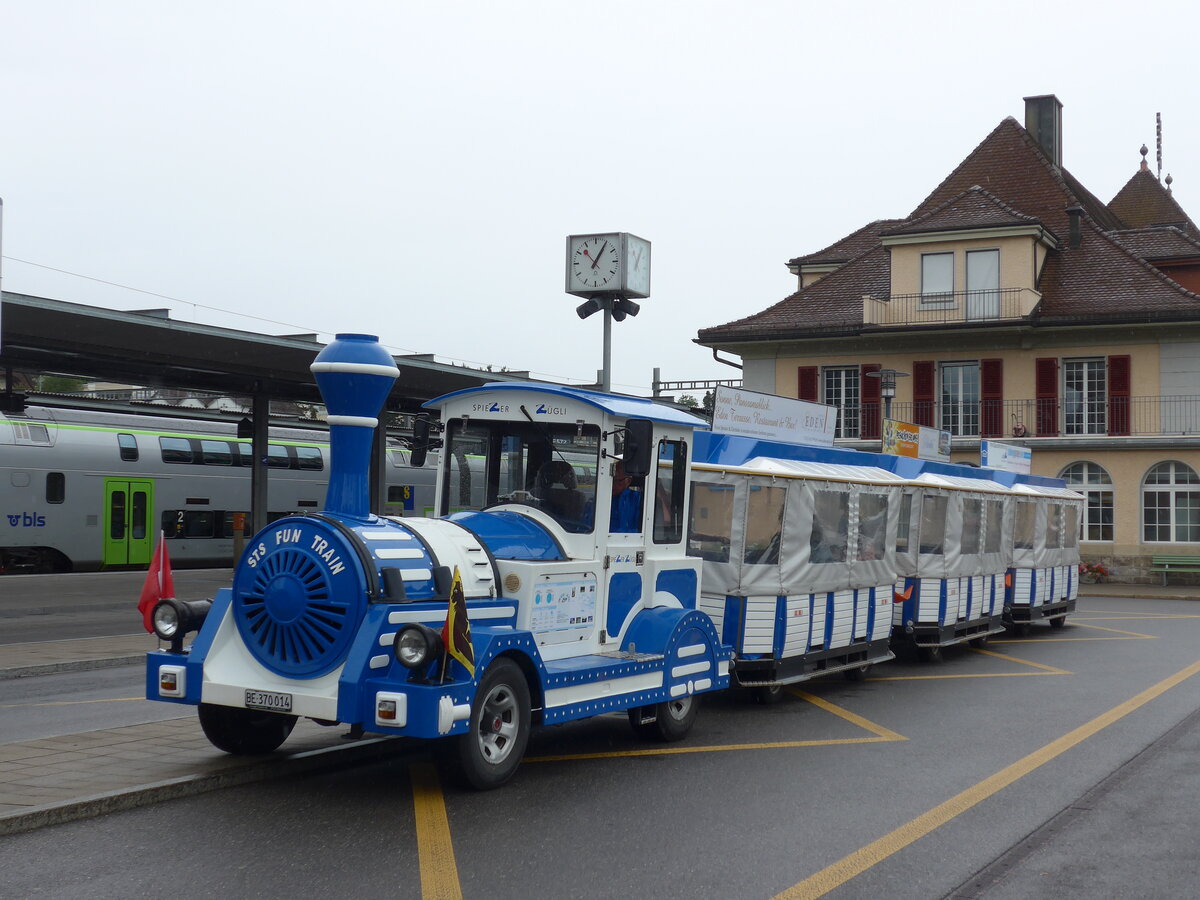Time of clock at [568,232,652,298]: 1:05
